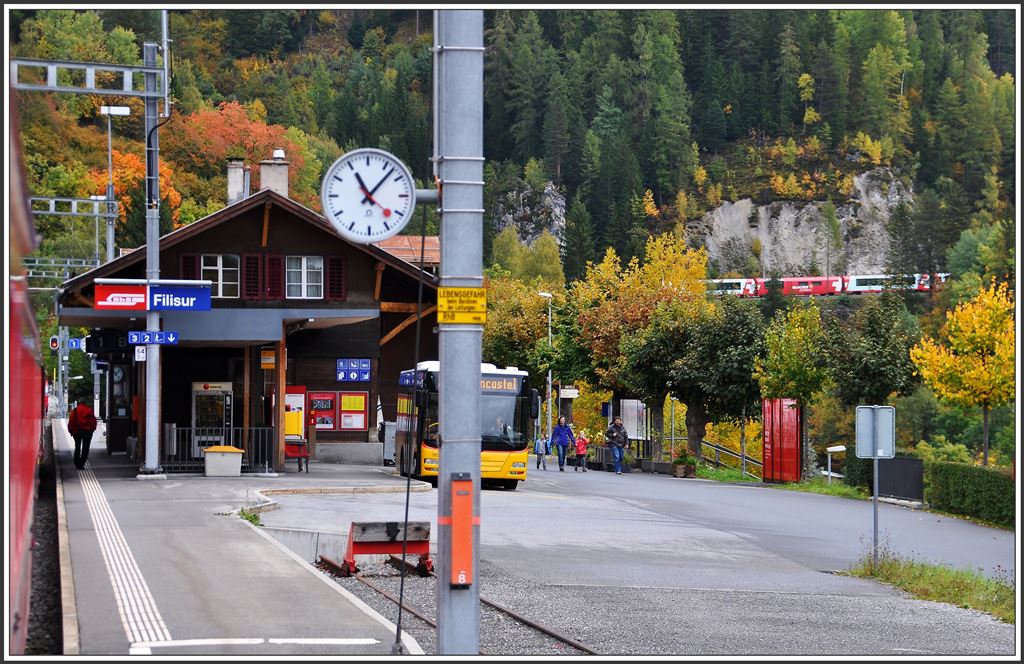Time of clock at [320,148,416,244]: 11:07
